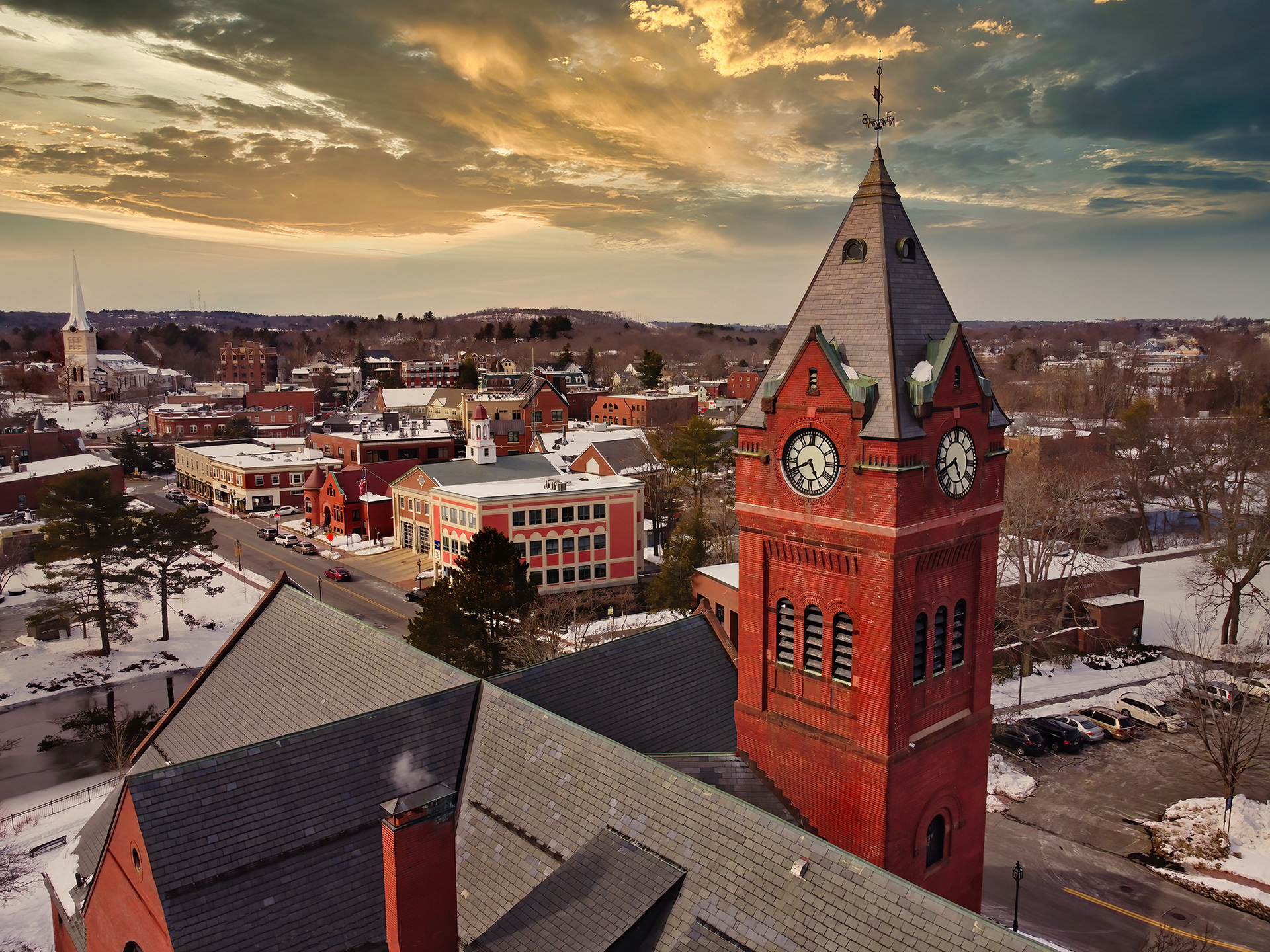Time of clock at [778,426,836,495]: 4:40
